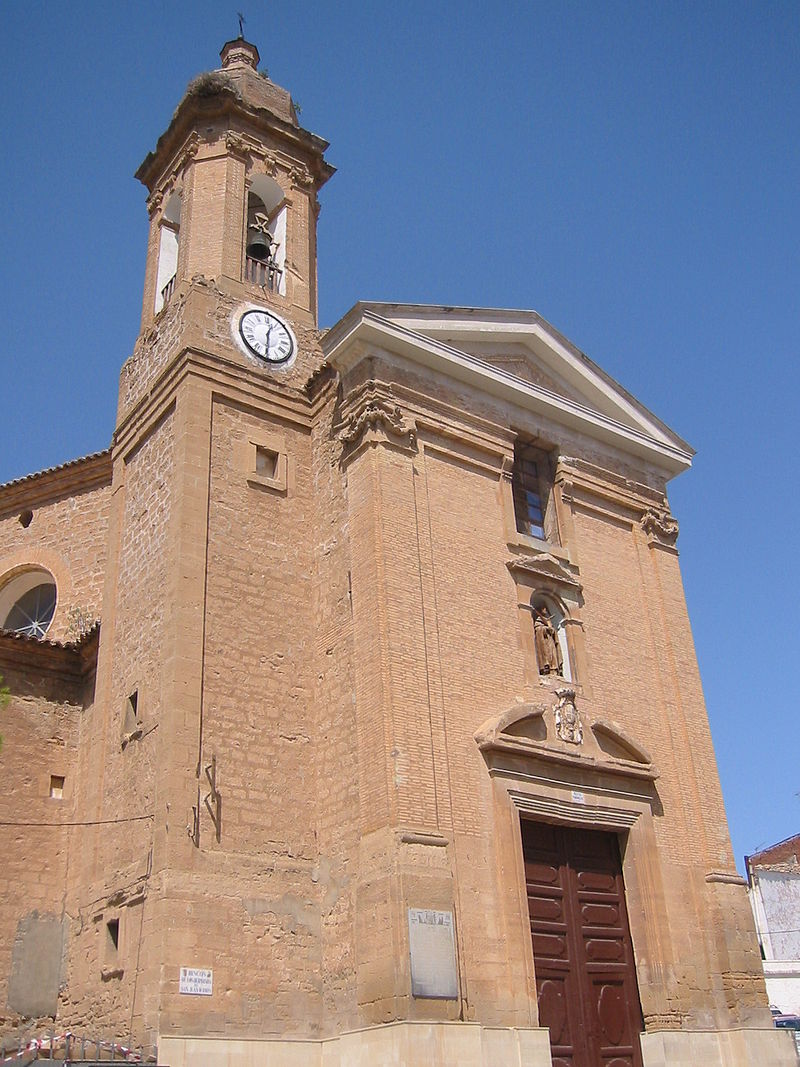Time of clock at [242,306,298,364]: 12:30
